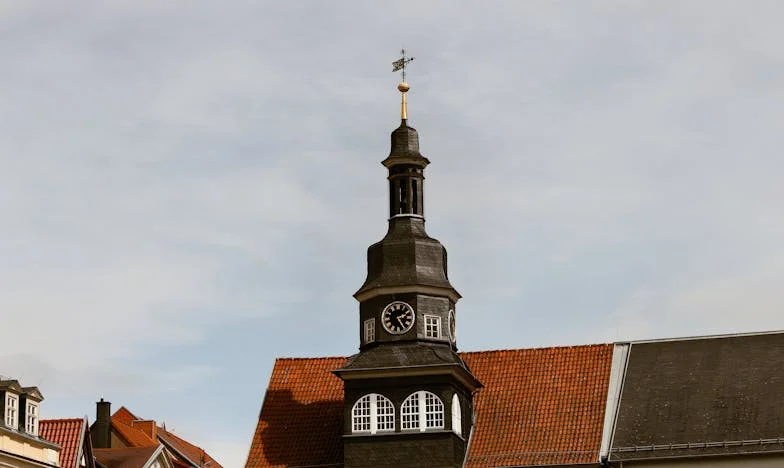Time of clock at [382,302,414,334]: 2:24
